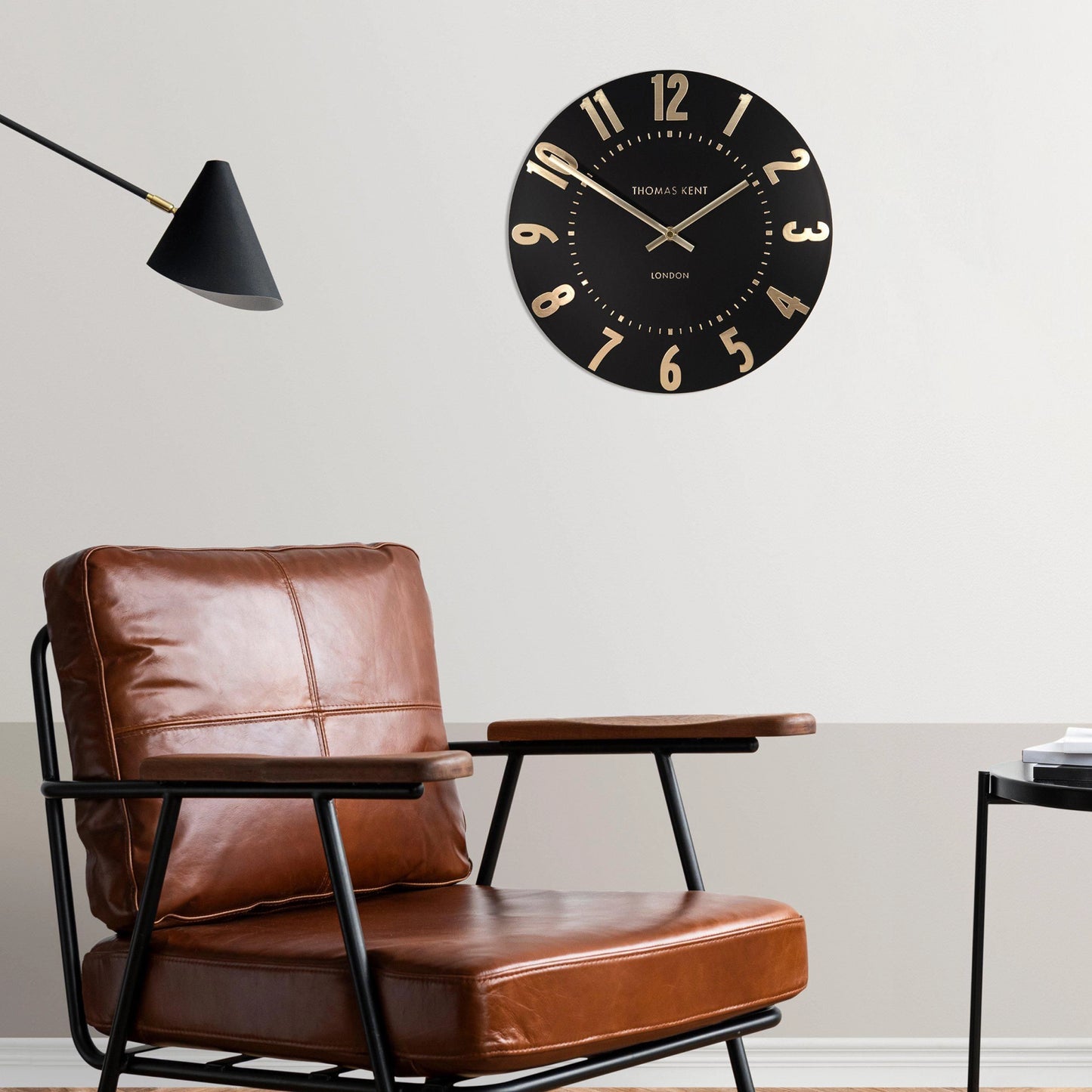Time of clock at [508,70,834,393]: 1:50
